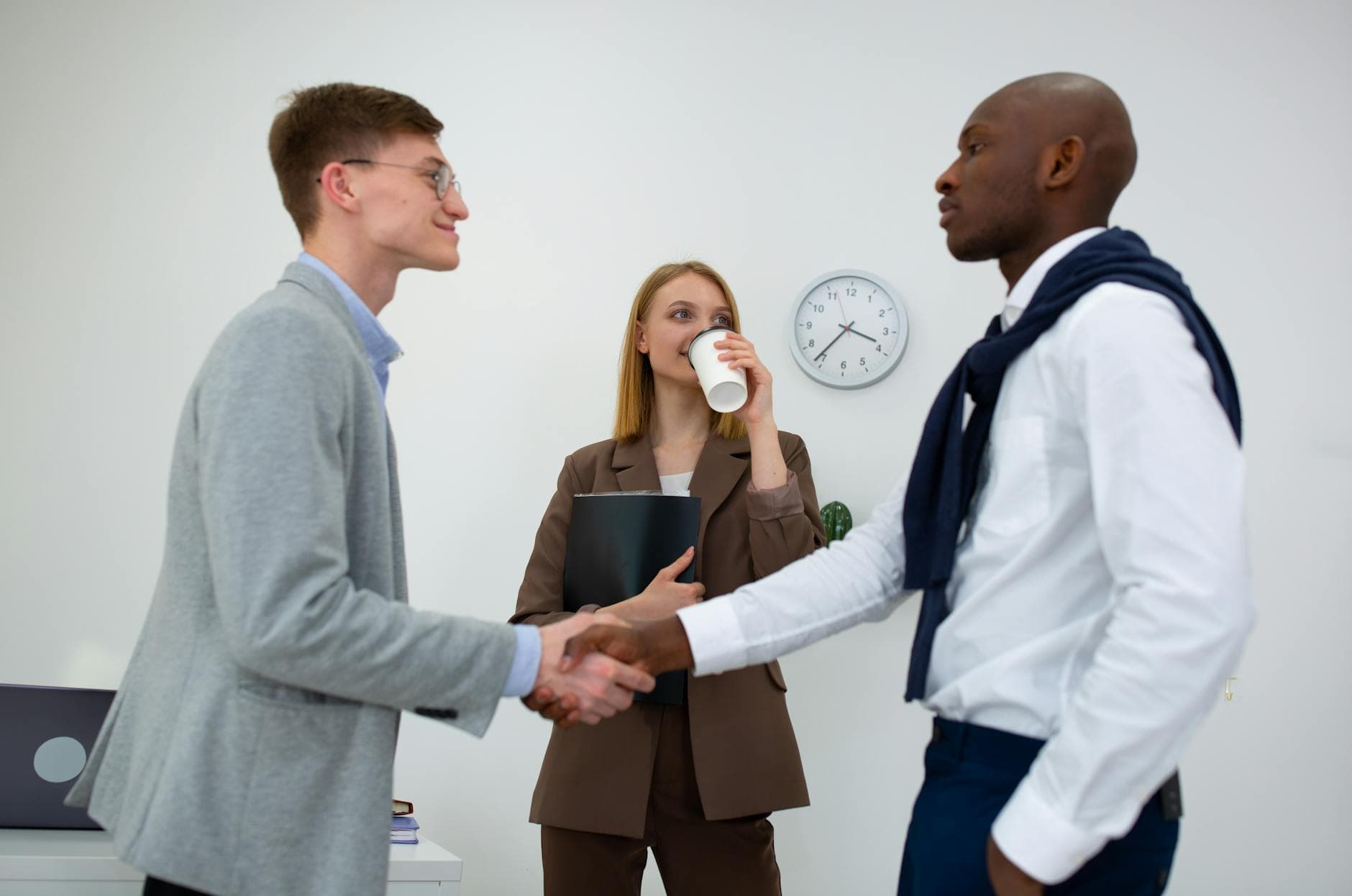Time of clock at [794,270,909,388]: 3:36
